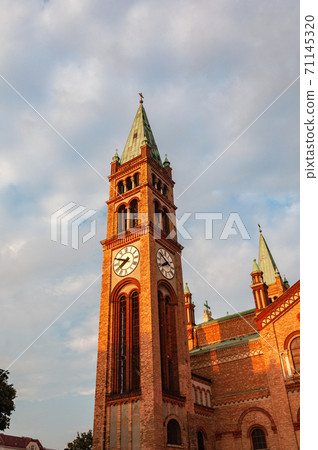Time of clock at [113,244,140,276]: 7:48
